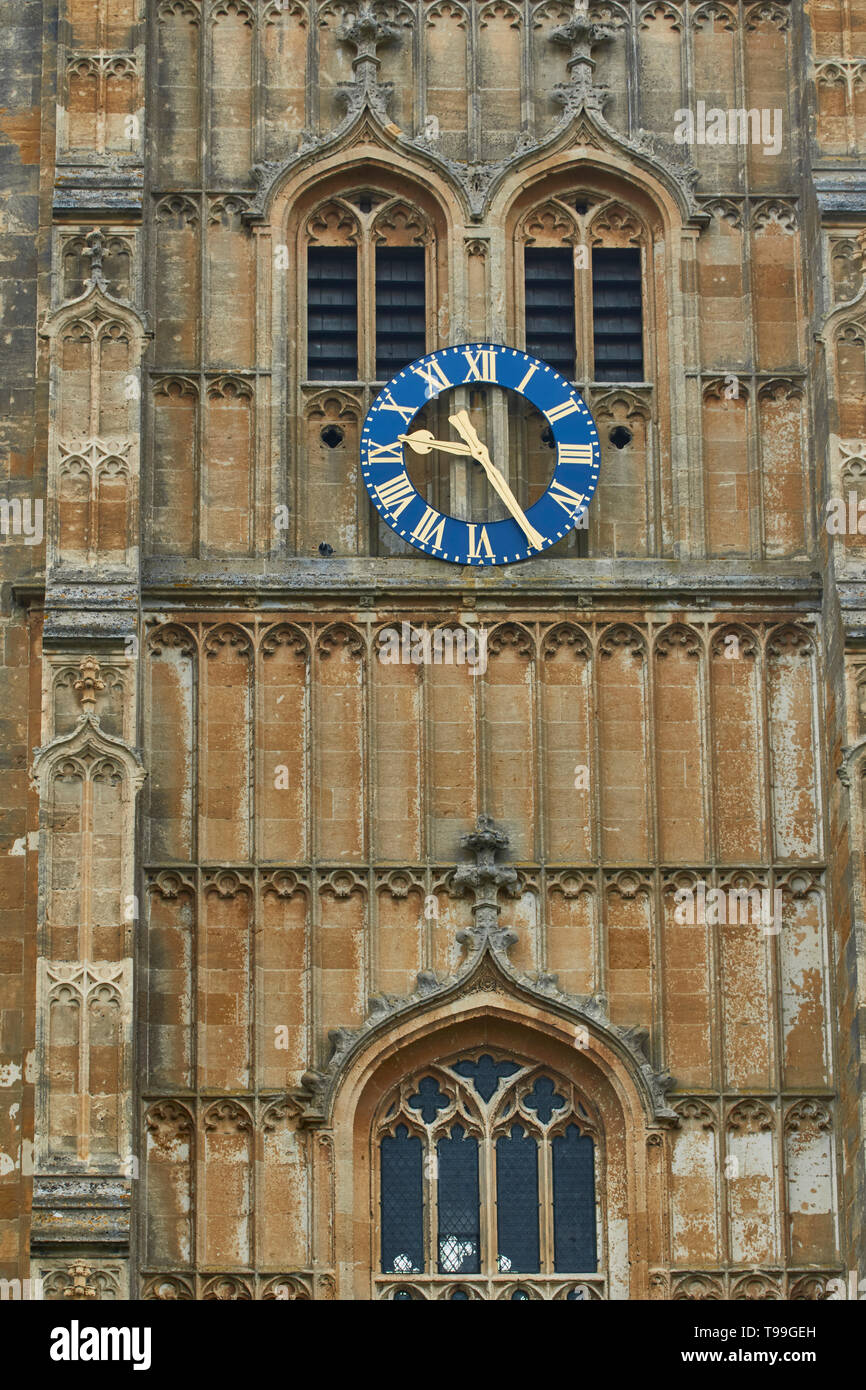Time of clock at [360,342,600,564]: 9:24
